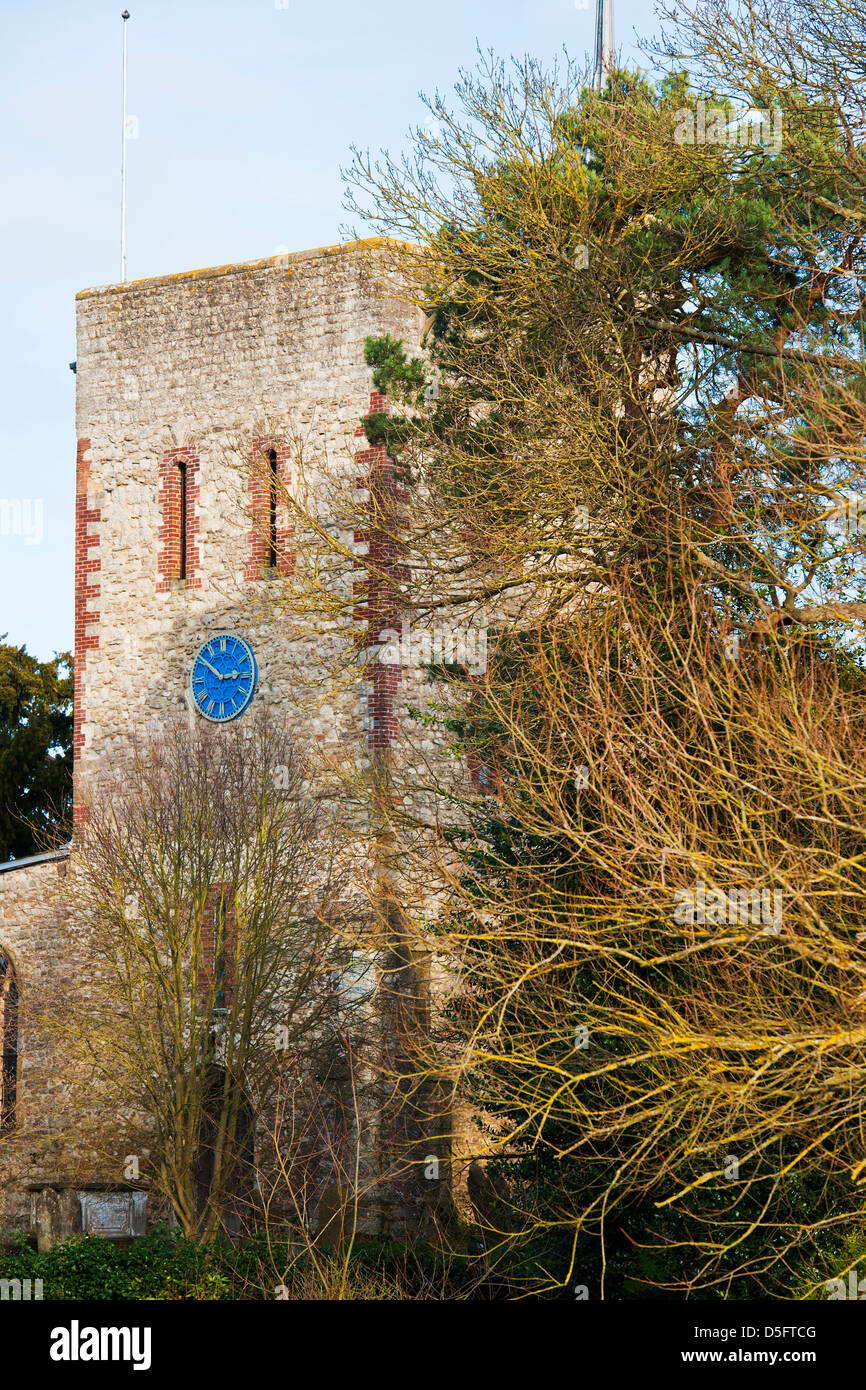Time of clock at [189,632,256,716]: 2:51
